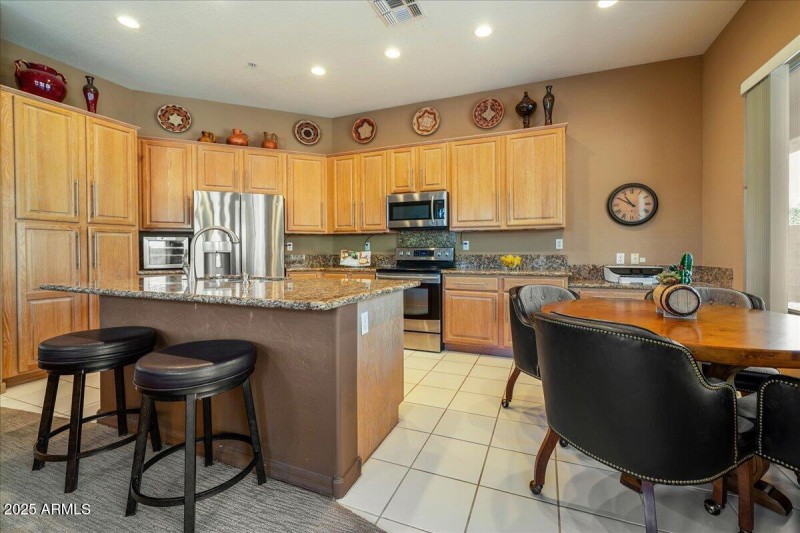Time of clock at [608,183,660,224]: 10:50
